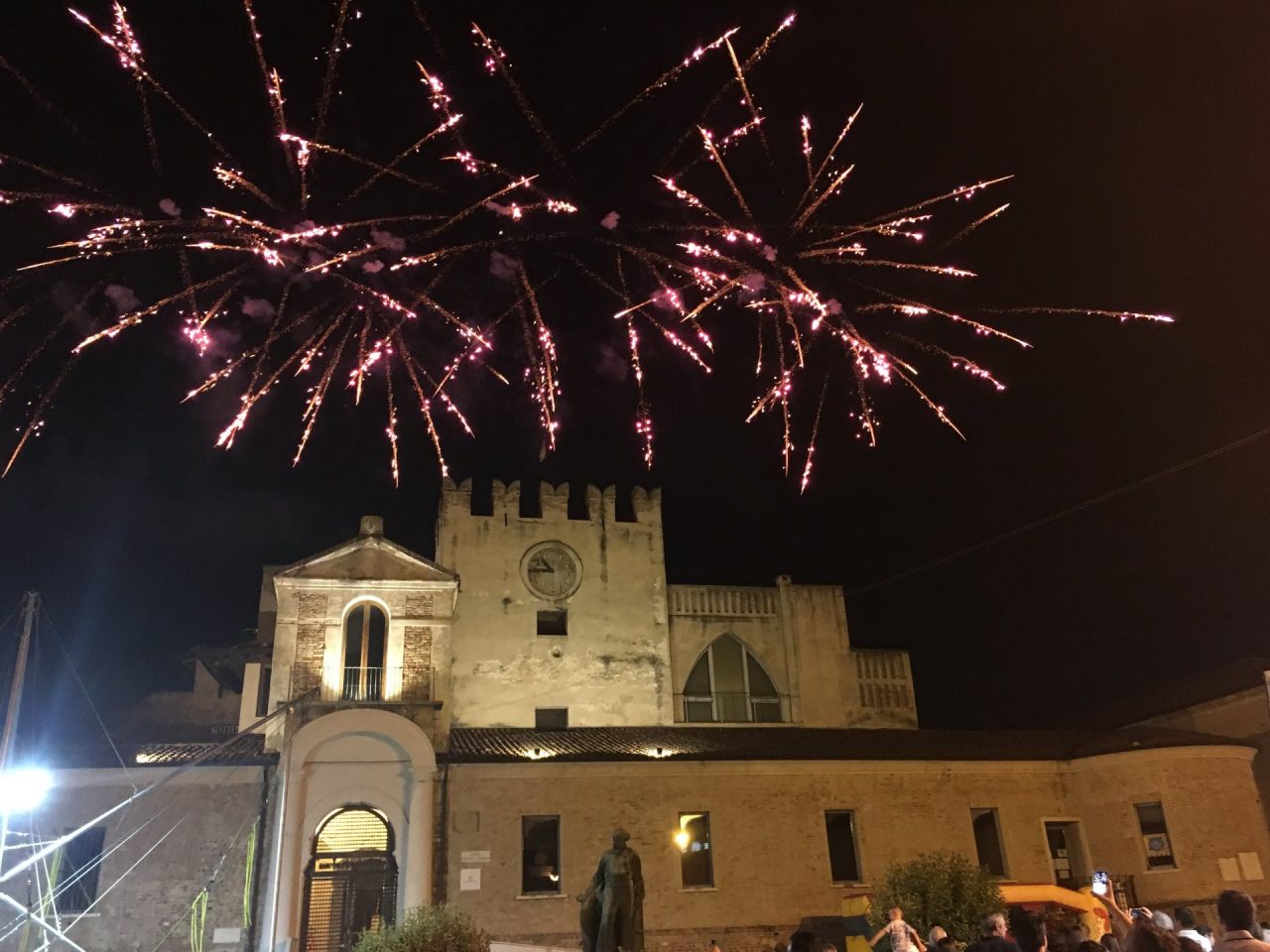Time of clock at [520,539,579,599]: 10:44
